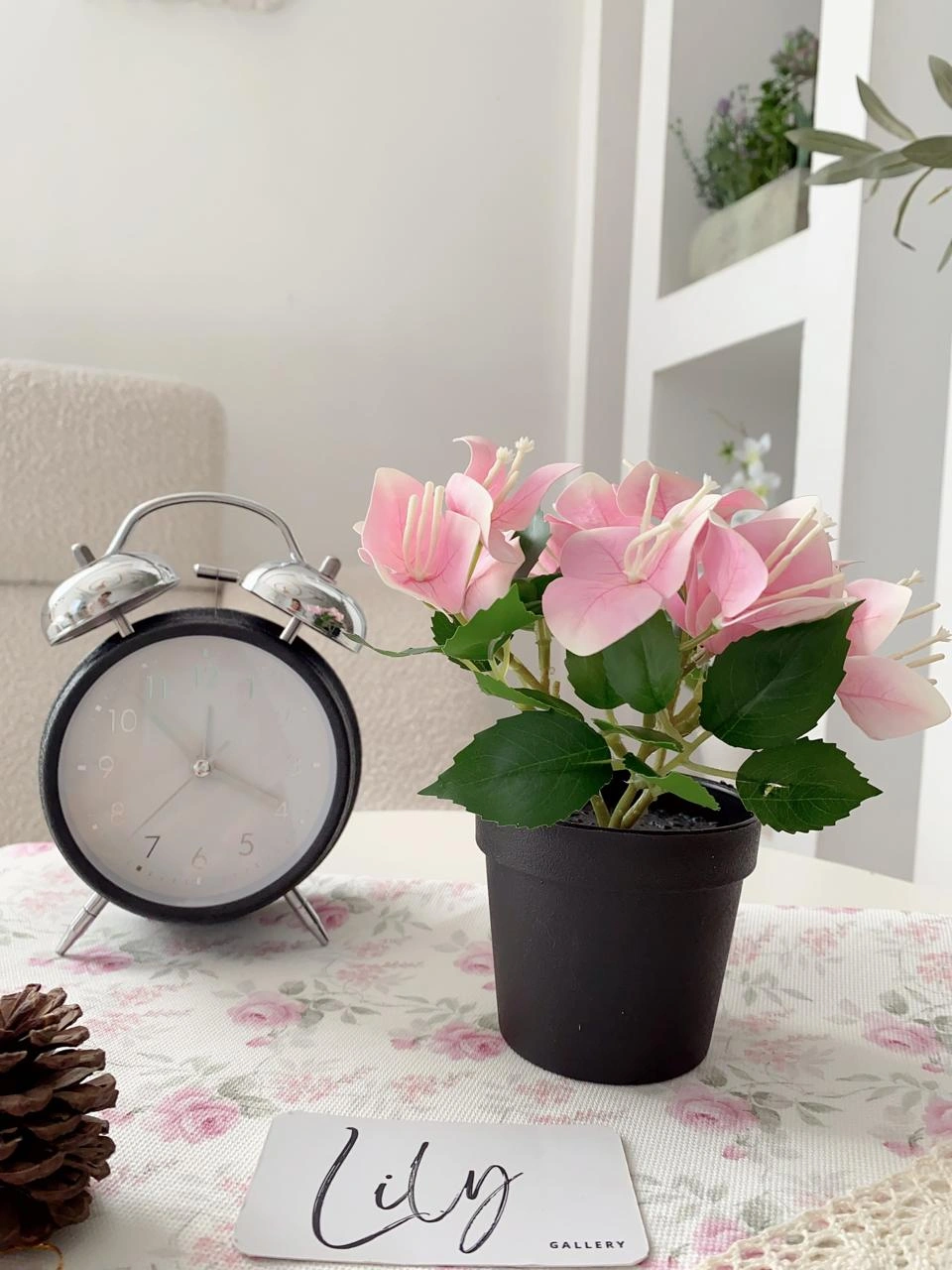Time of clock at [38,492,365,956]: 3:52
